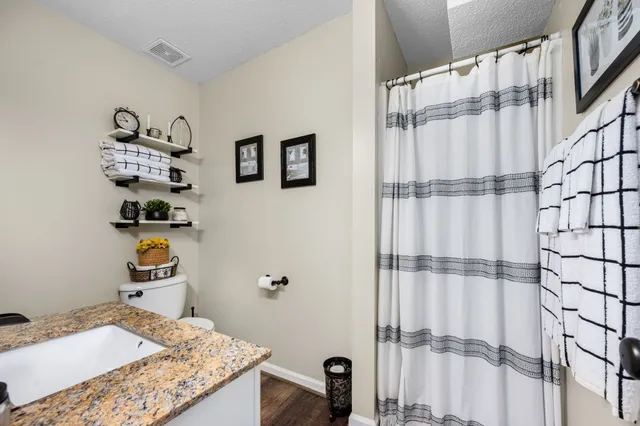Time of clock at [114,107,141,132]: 10:43
